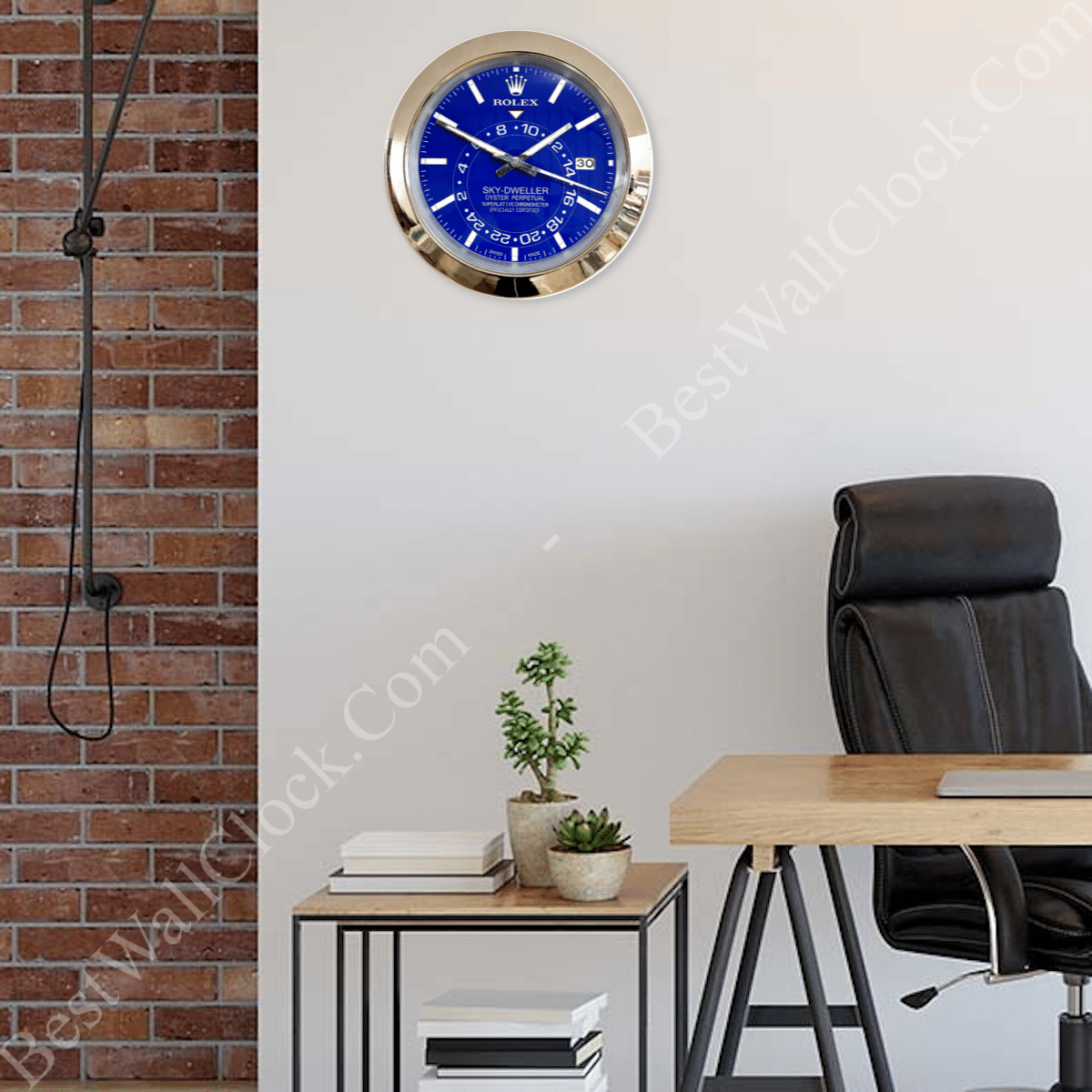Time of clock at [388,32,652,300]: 1:49
